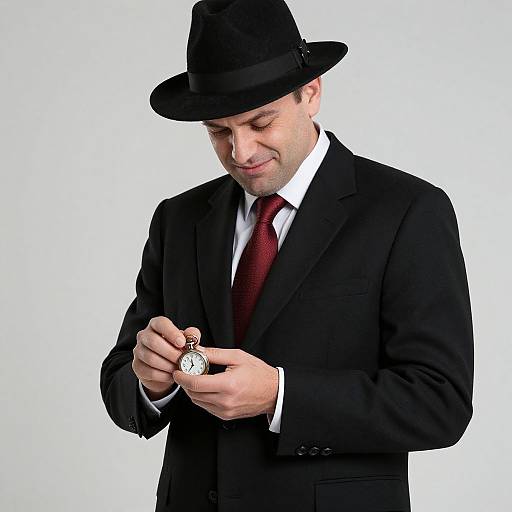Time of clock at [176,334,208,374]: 11:35
